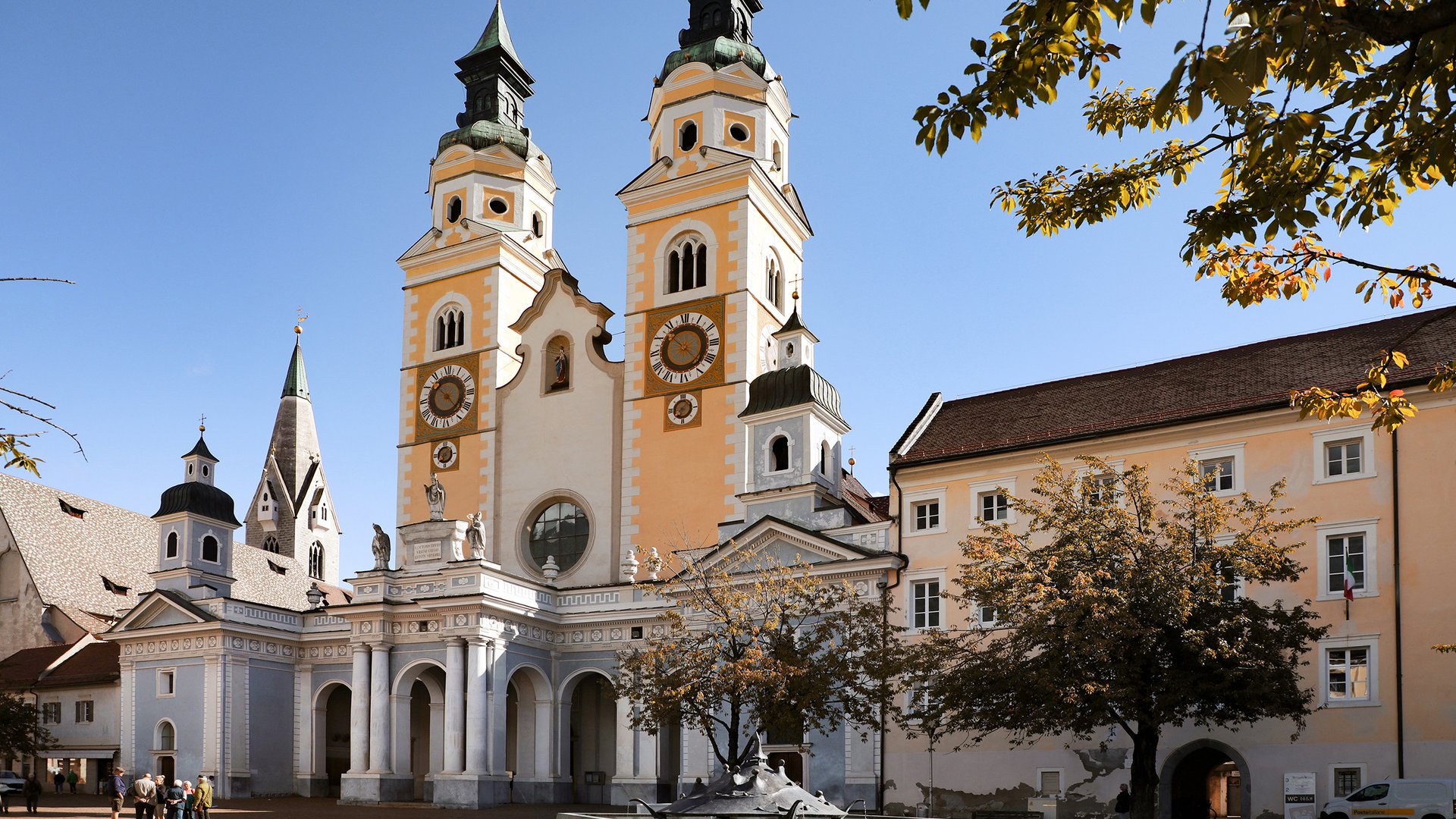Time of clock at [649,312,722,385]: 10:22
